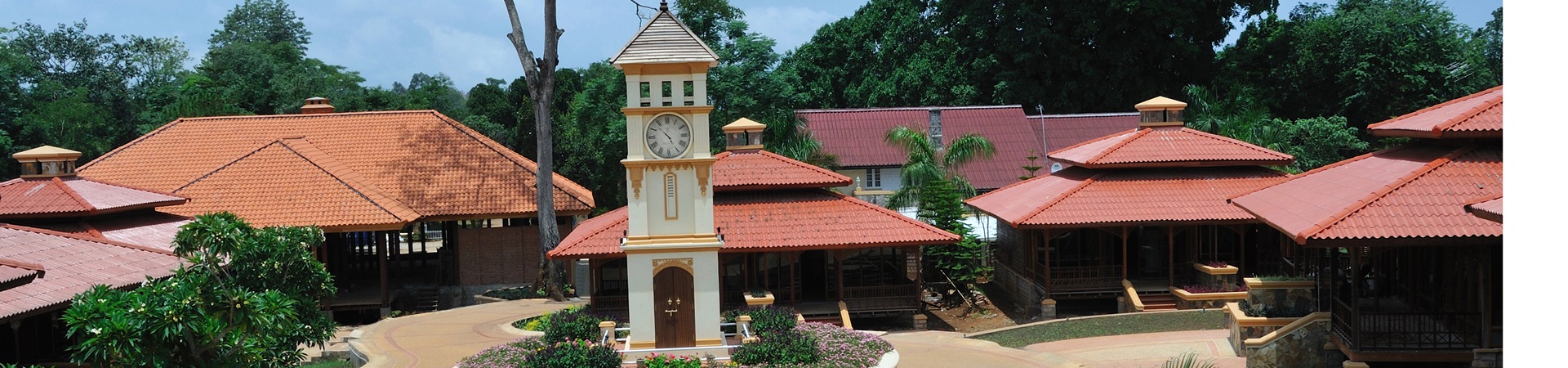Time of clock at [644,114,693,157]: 4:52
